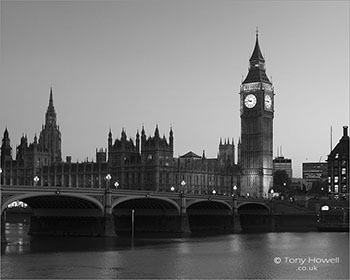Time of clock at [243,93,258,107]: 9:43
